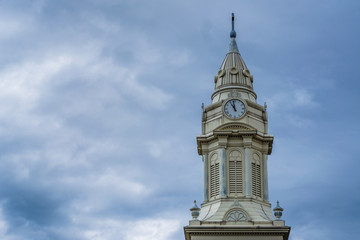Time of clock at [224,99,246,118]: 10:58
